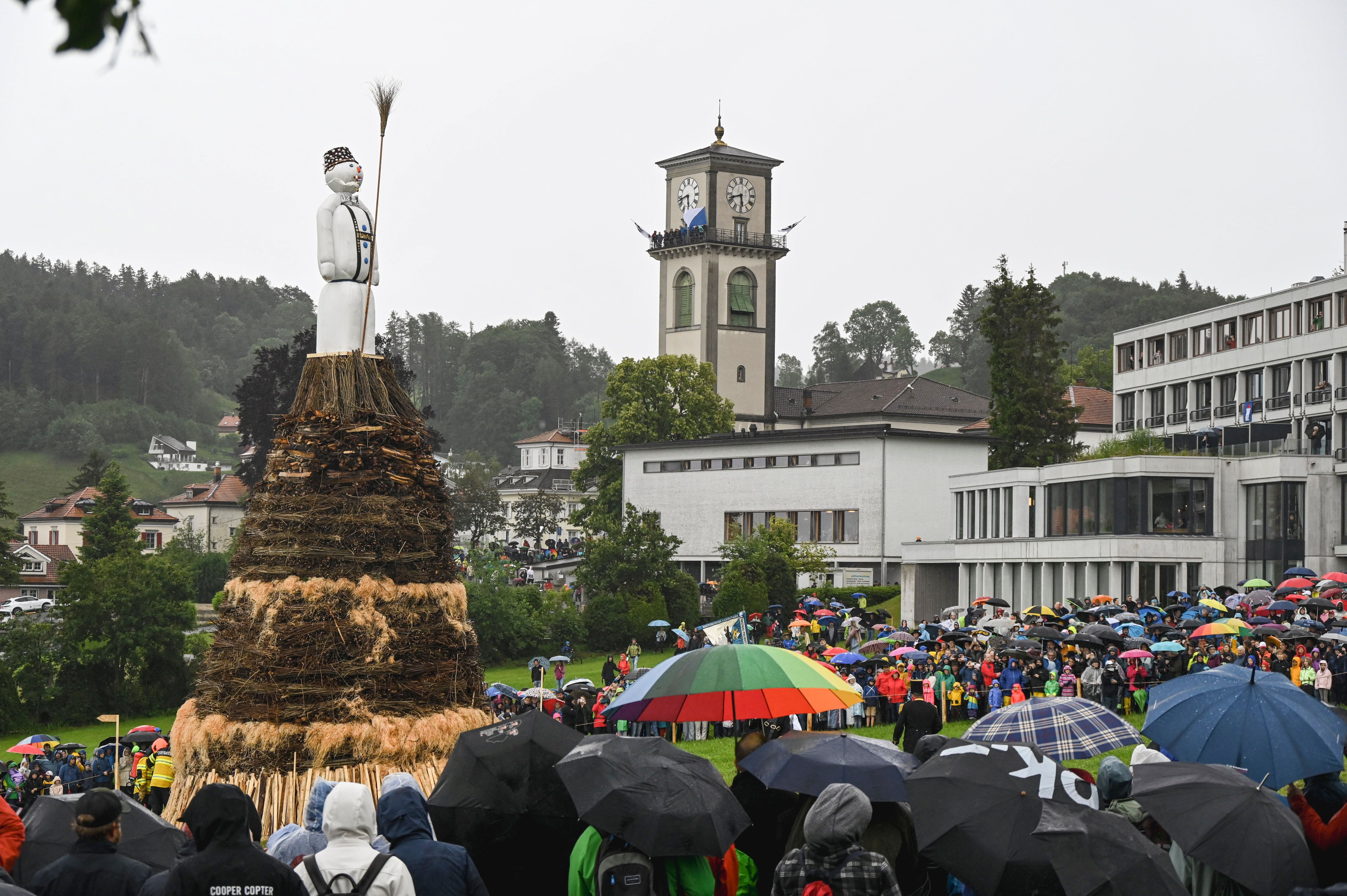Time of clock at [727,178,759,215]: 5:42
